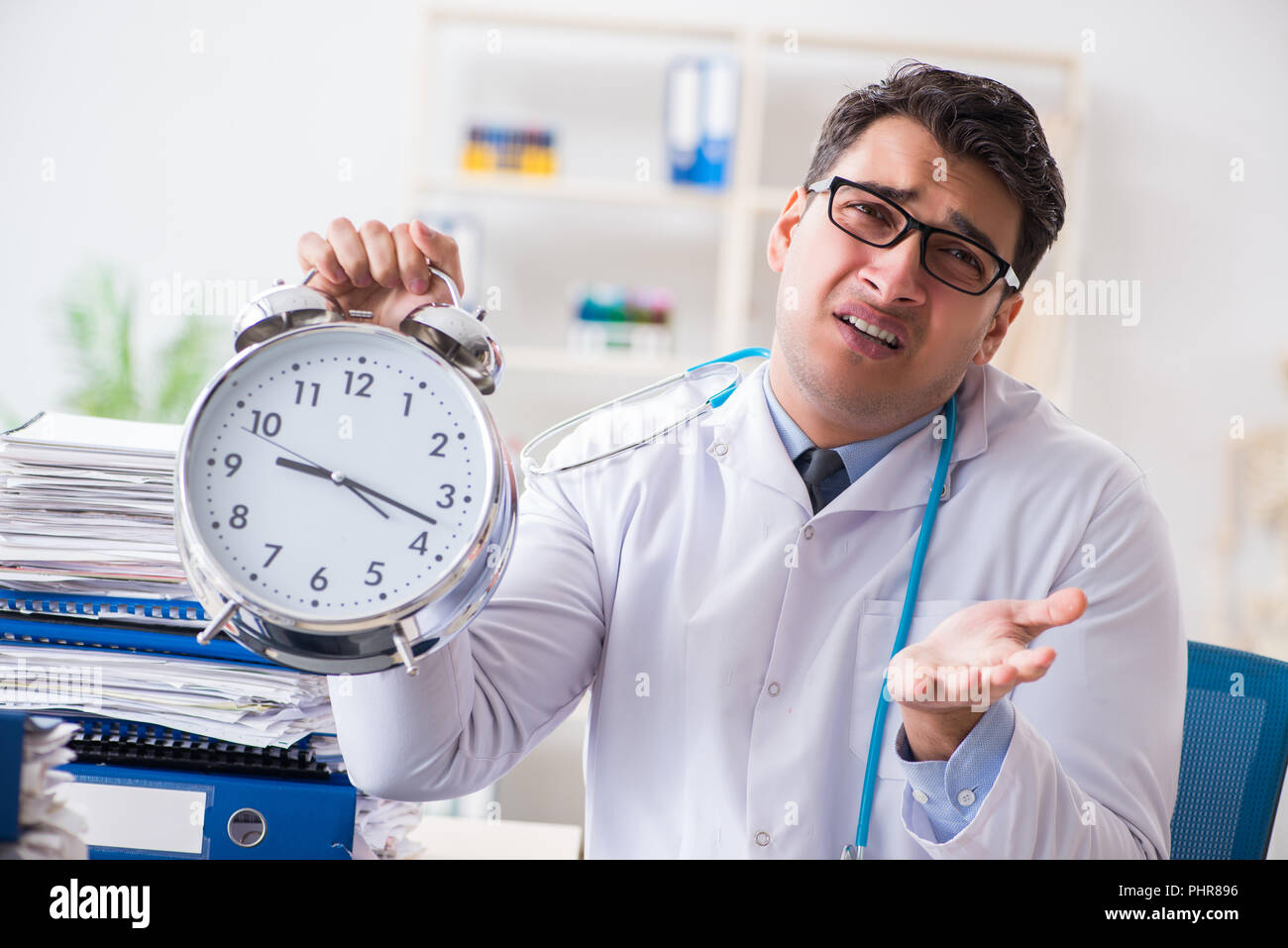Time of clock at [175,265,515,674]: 9:17
